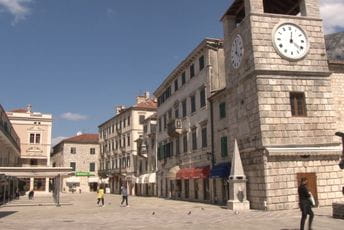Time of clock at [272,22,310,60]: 12:21
